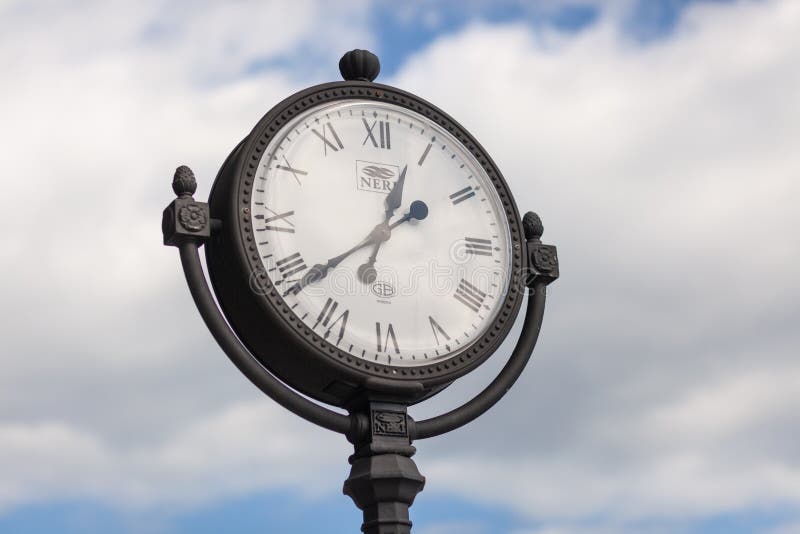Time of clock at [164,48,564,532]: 12:38
